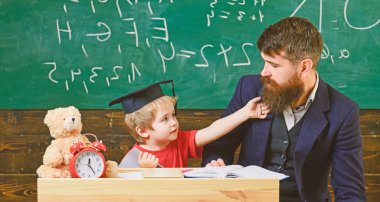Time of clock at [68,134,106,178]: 12:24
